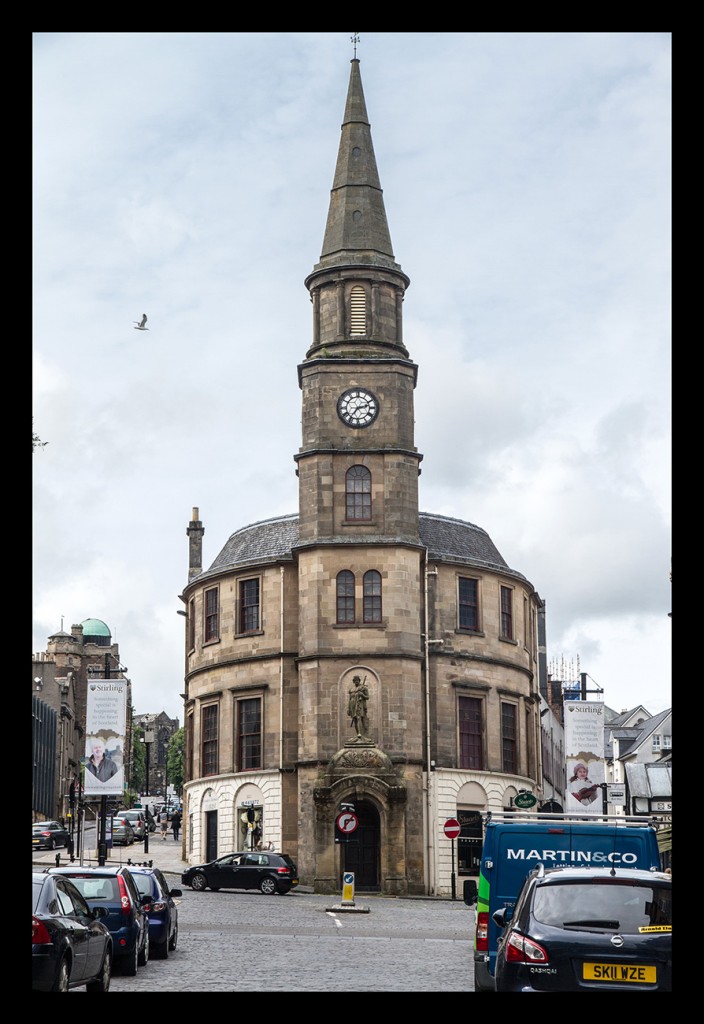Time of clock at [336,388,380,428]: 2:35
